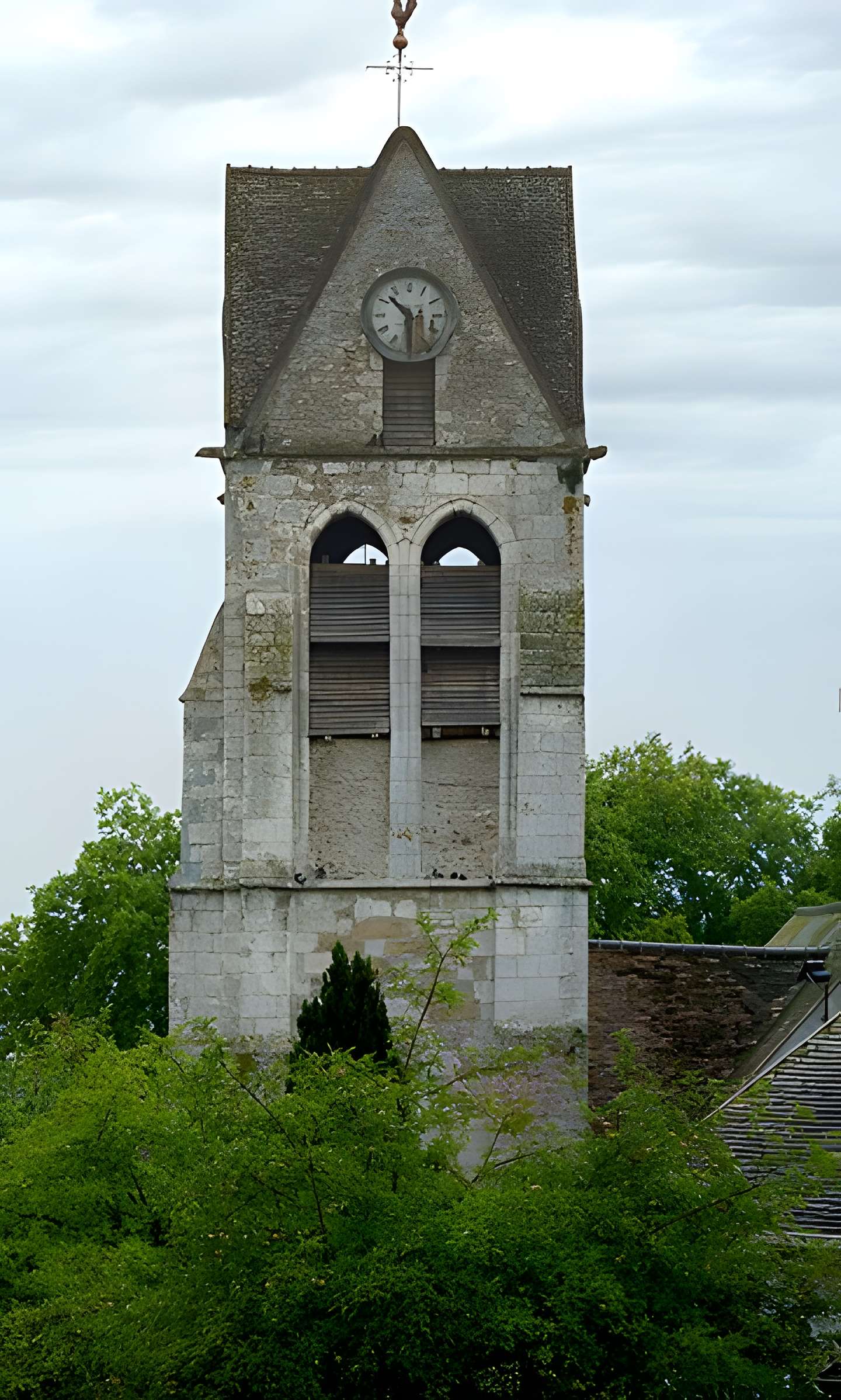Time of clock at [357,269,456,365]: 10:29
